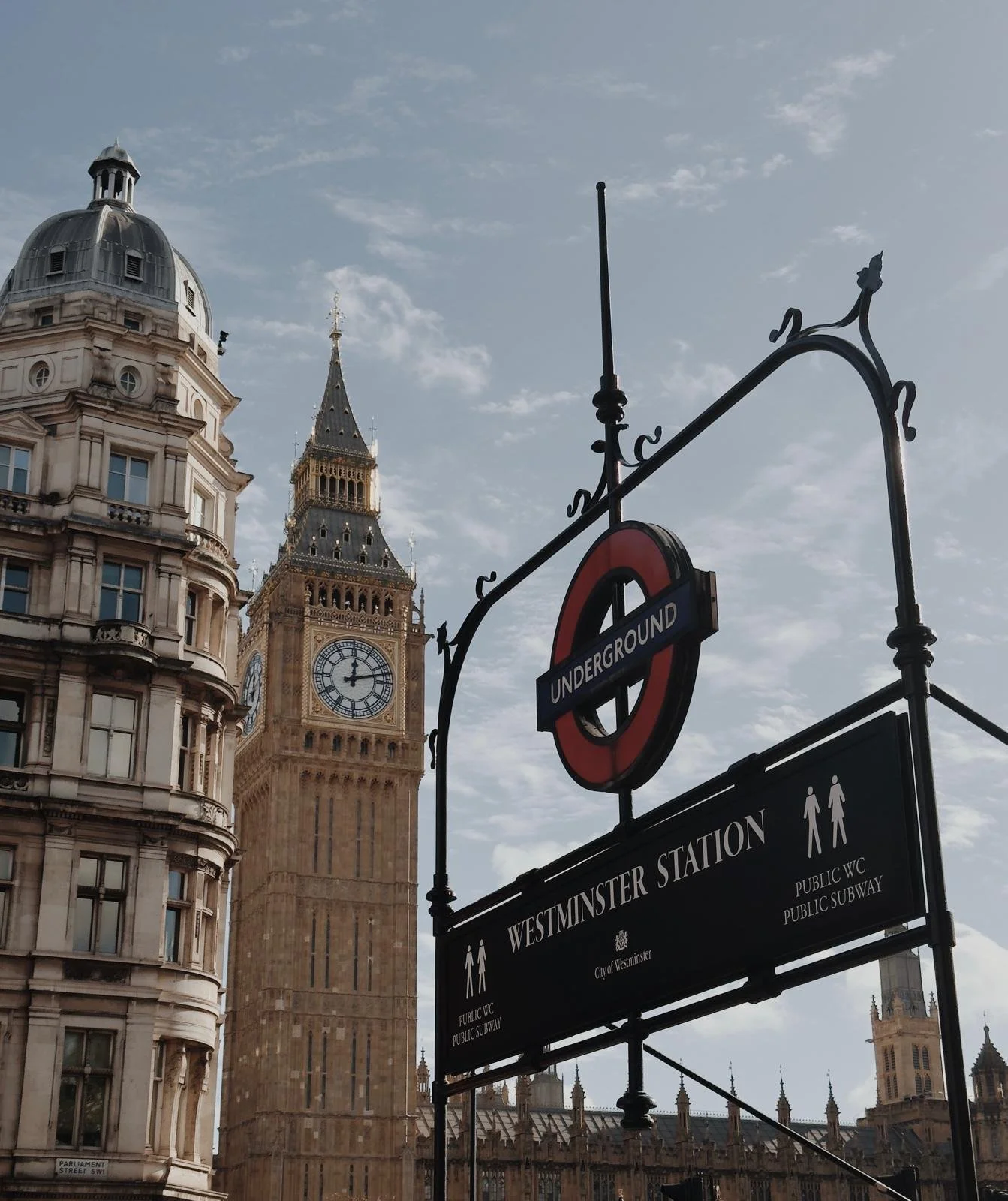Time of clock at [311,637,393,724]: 12:12
